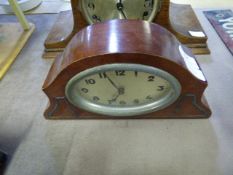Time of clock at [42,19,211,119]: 6:56
